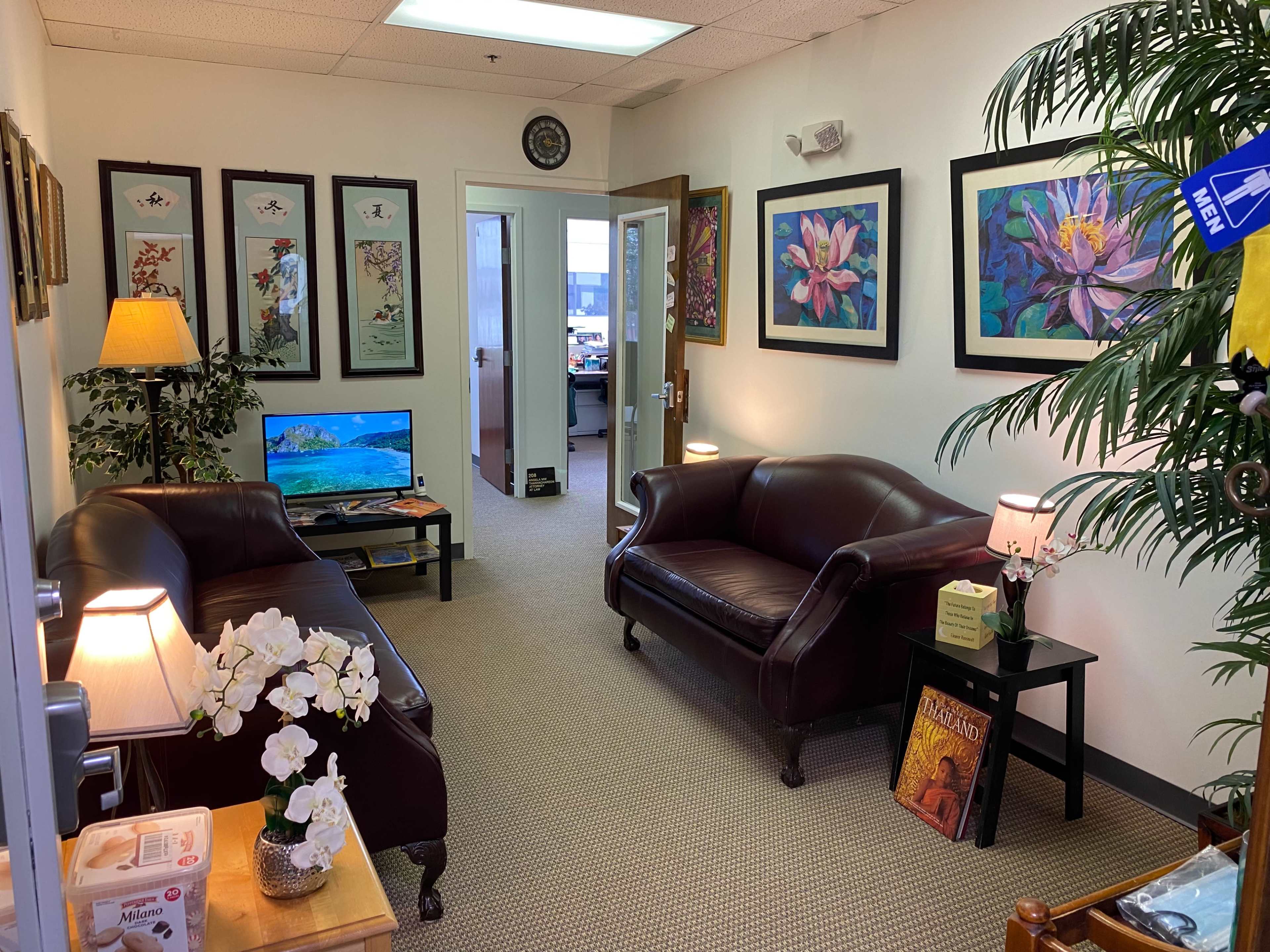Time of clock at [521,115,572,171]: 11:16
